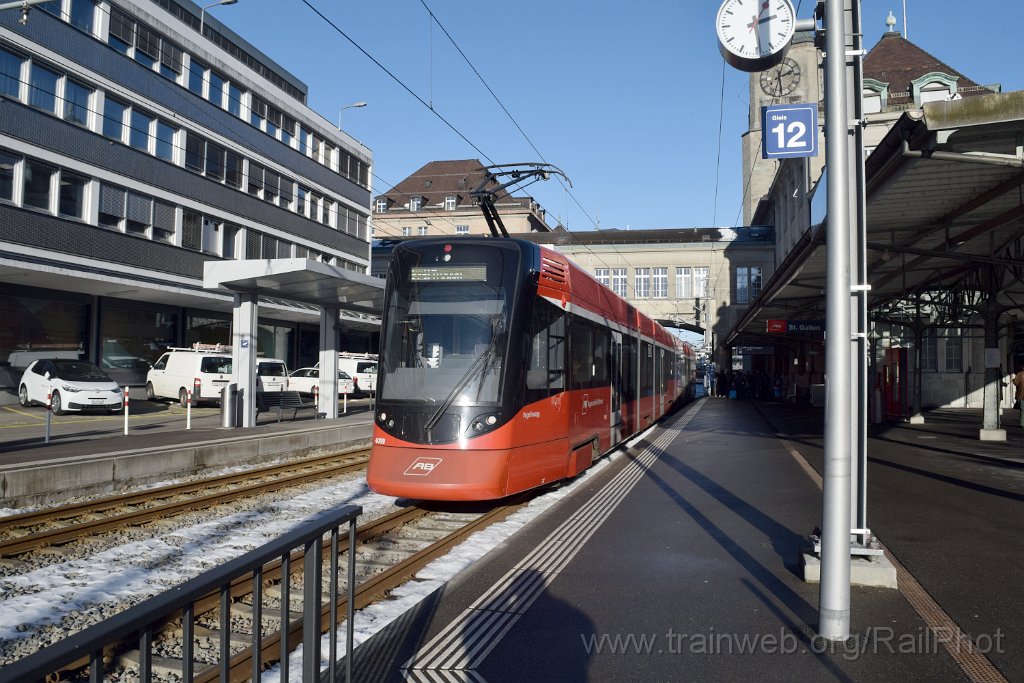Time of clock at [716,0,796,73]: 2:29
